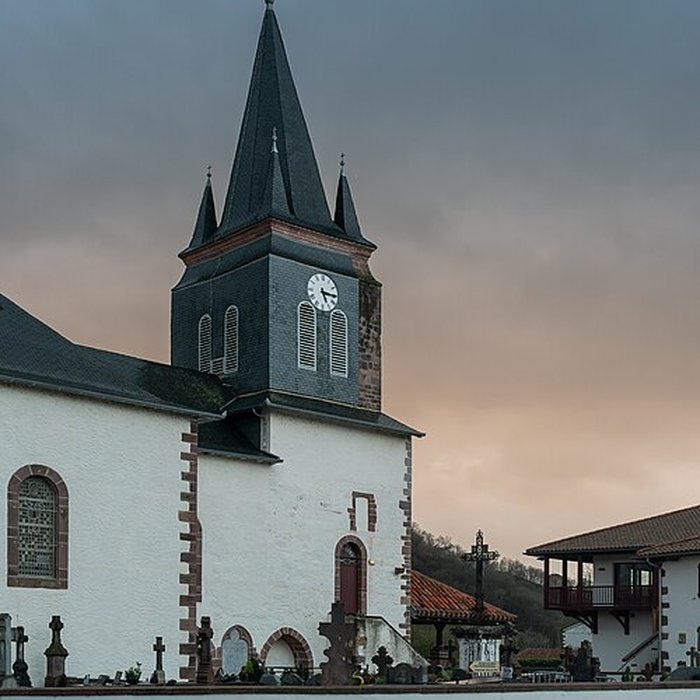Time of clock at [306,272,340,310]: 5:15
